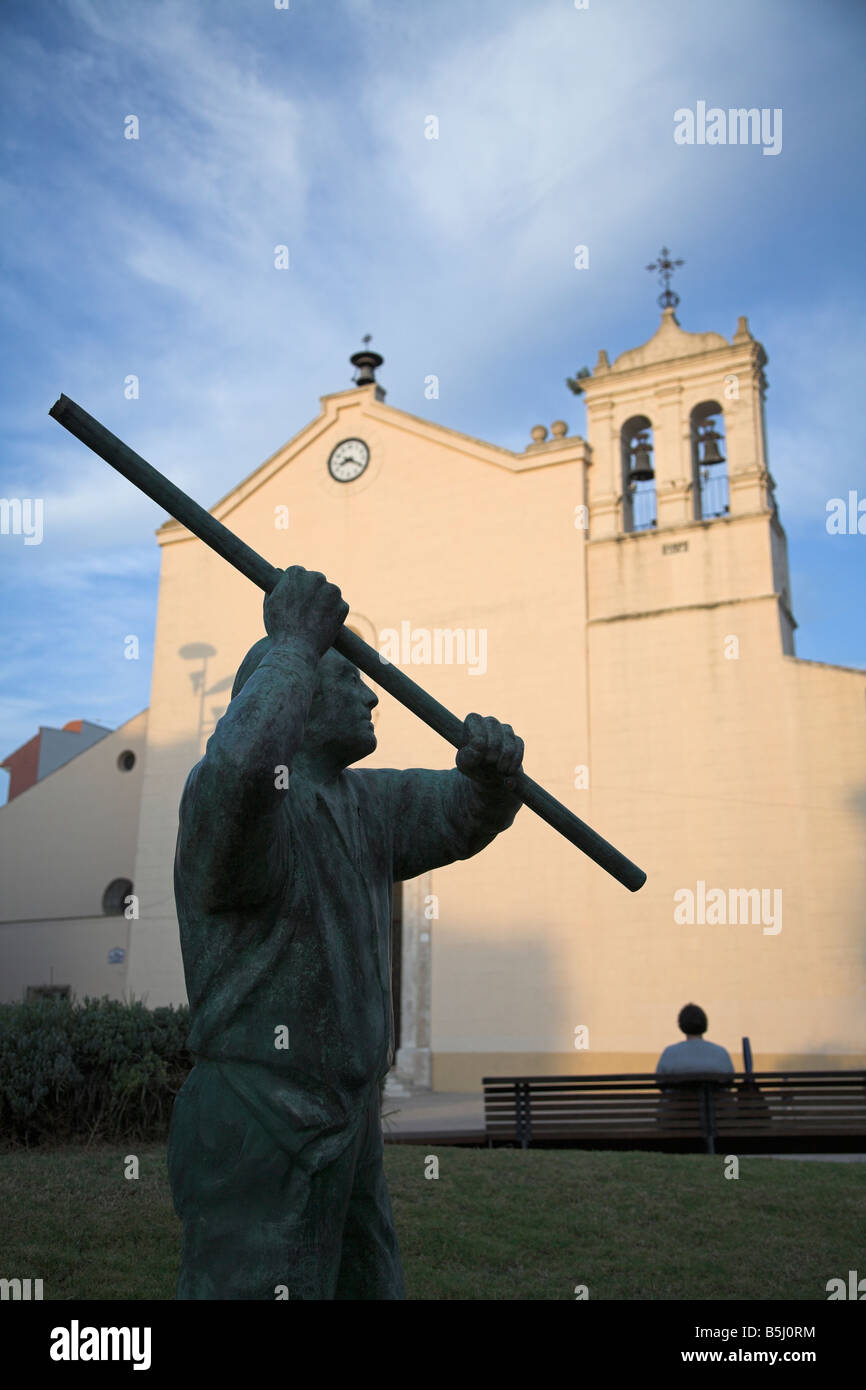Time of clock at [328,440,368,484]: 8:19
